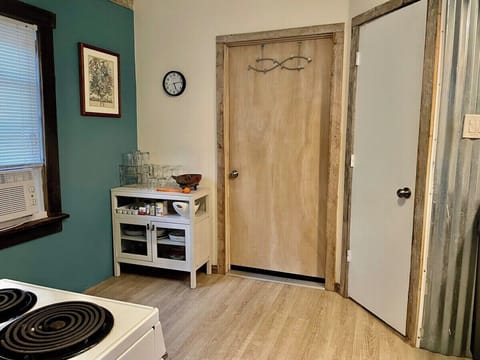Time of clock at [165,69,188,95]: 5:13
